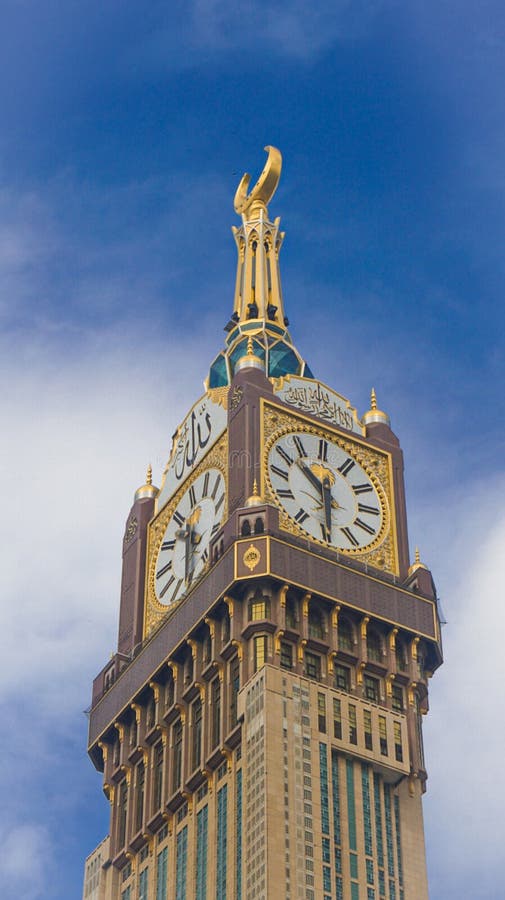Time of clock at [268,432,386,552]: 10:29
